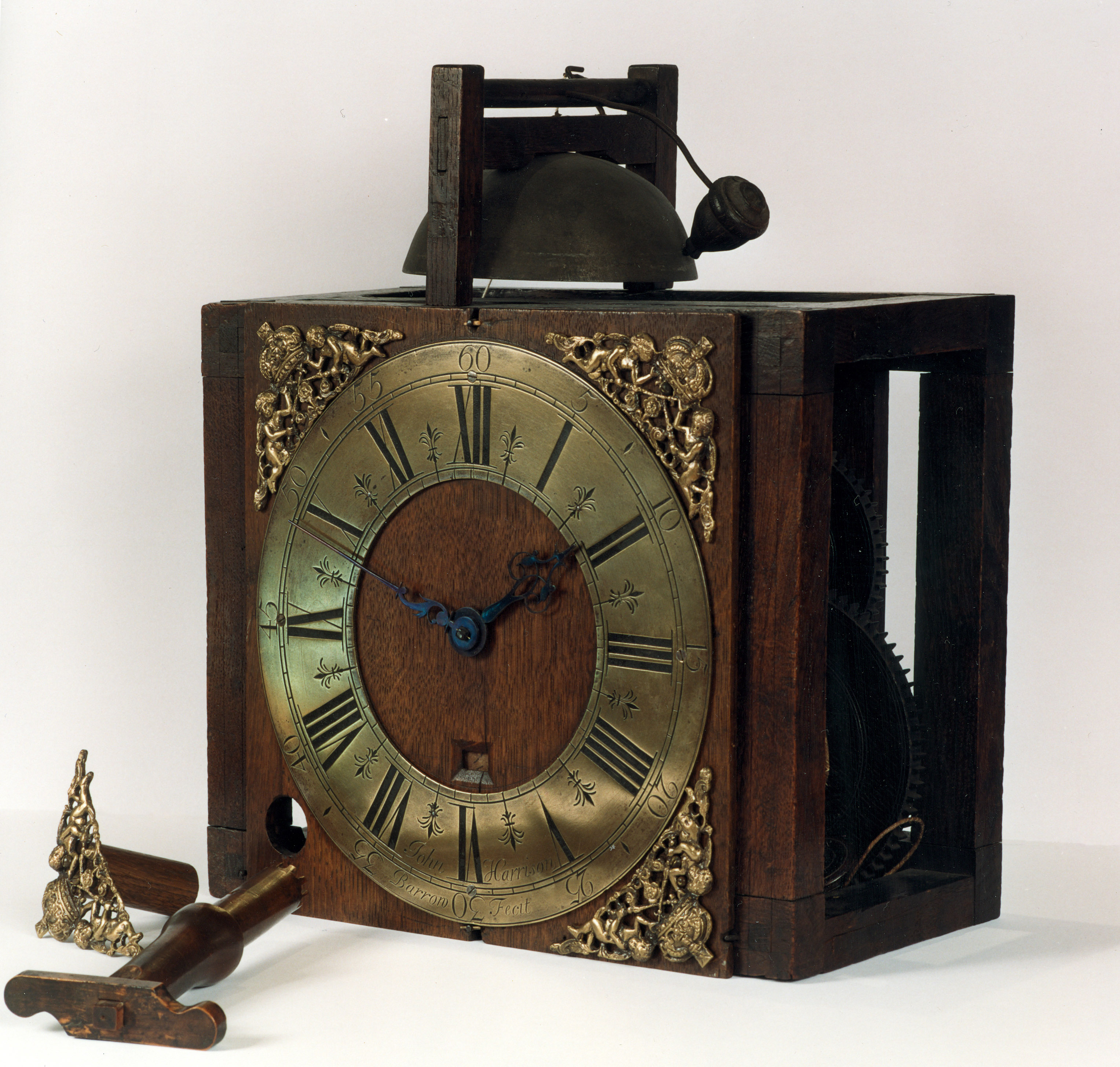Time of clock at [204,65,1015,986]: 1:47
